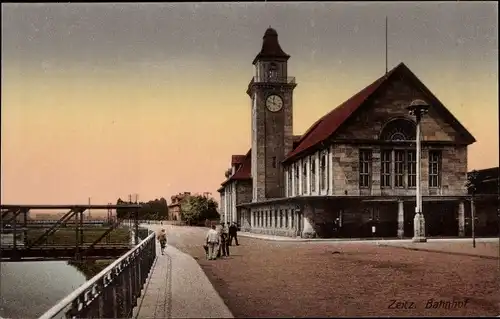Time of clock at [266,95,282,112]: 11:48
